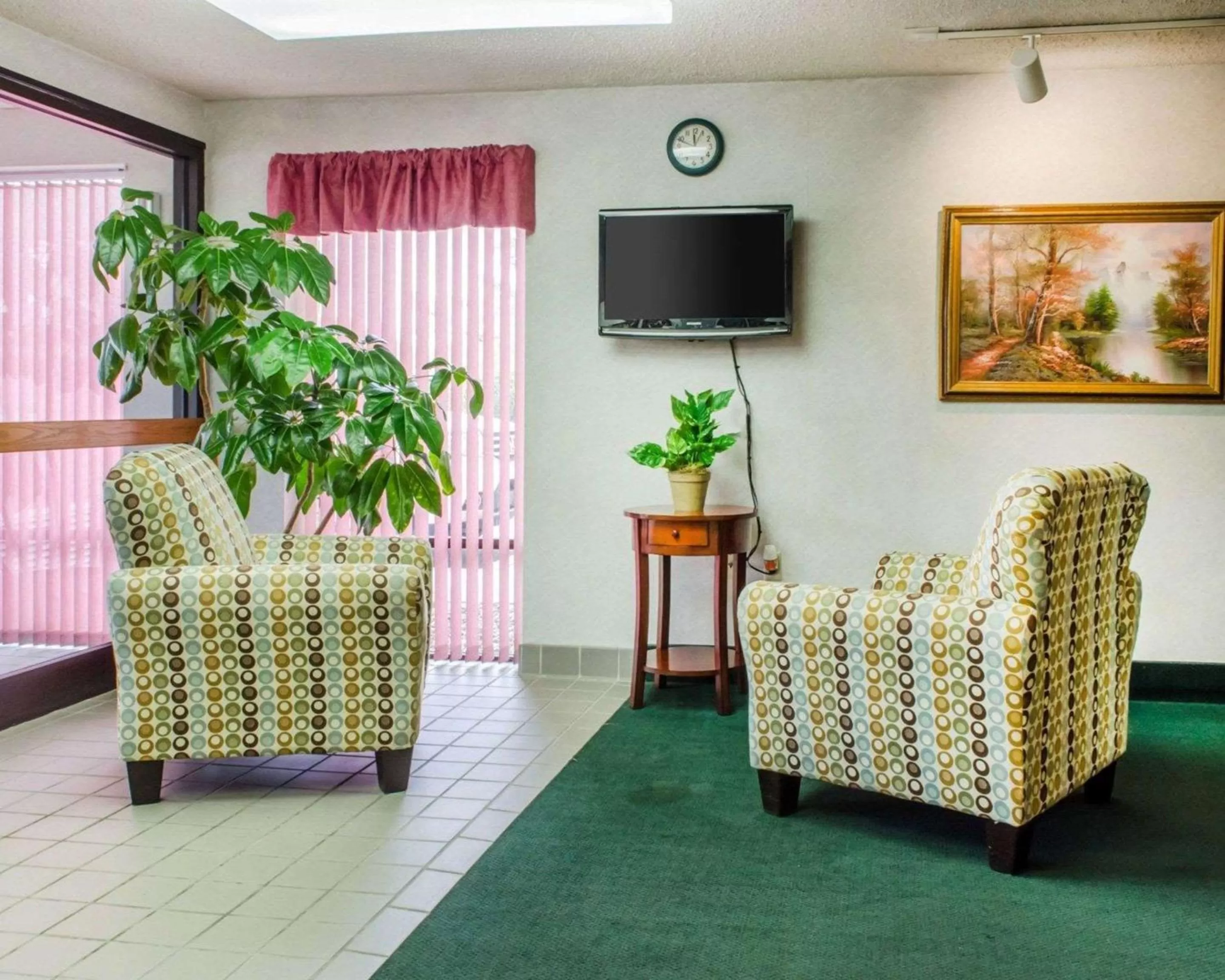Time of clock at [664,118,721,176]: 11:48
